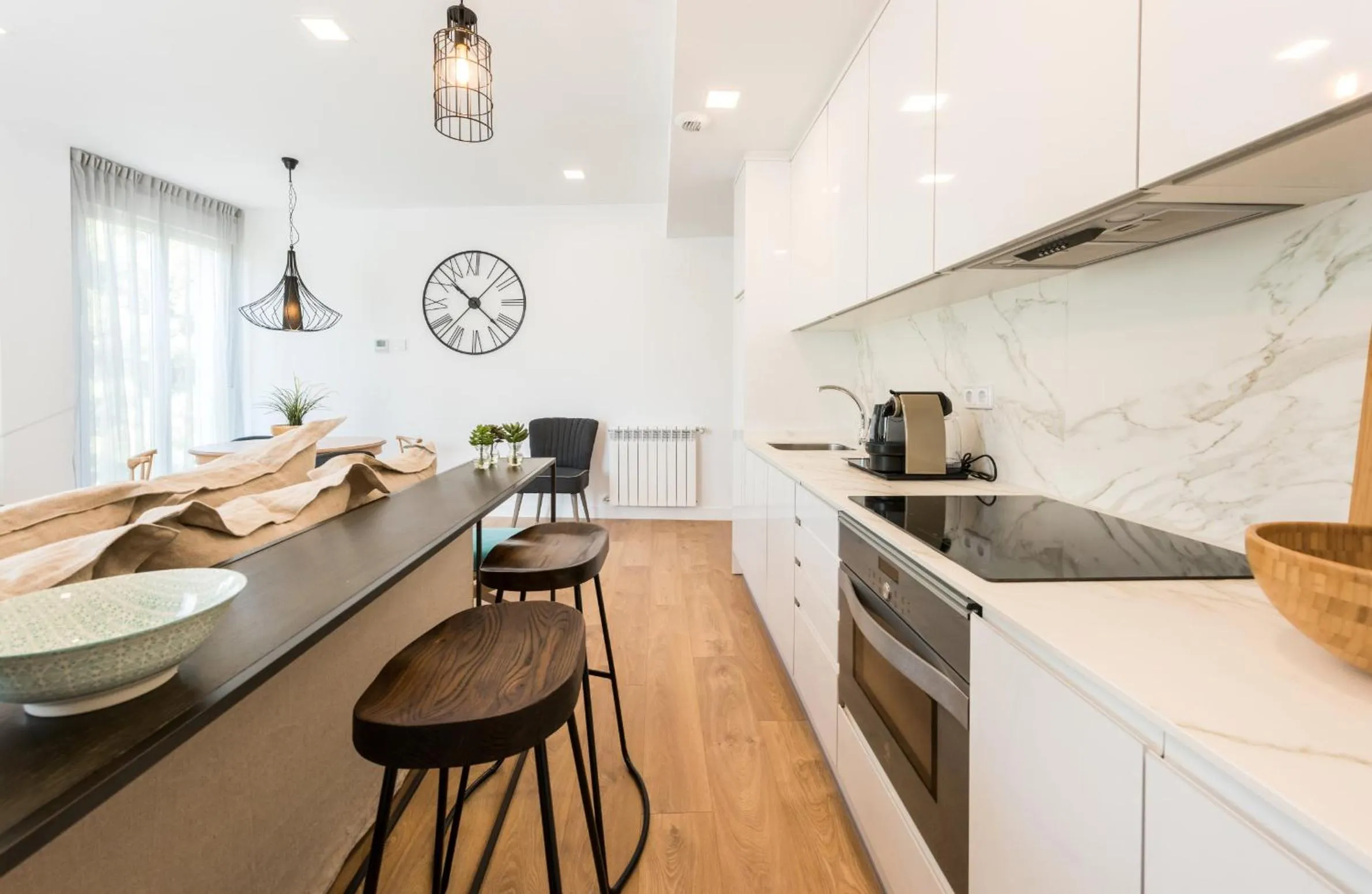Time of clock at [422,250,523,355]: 10:22
